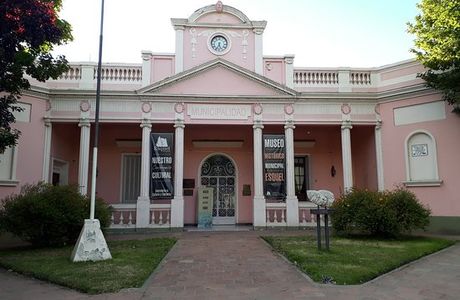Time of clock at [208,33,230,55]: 5:34
